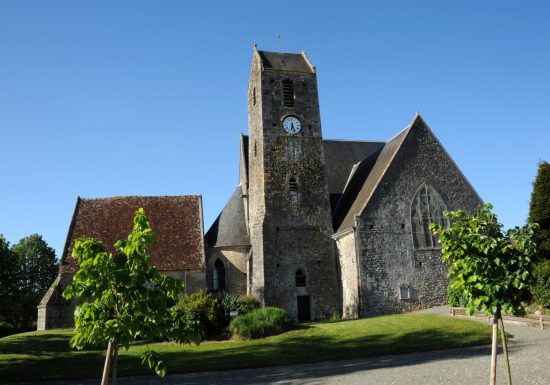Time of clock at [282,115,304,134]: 6:26
